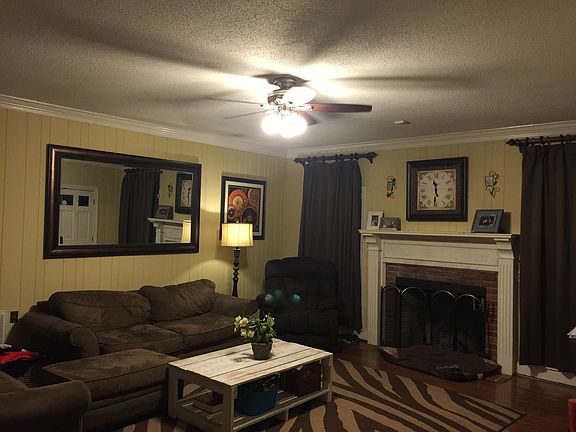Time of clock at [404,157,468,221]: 11:31
